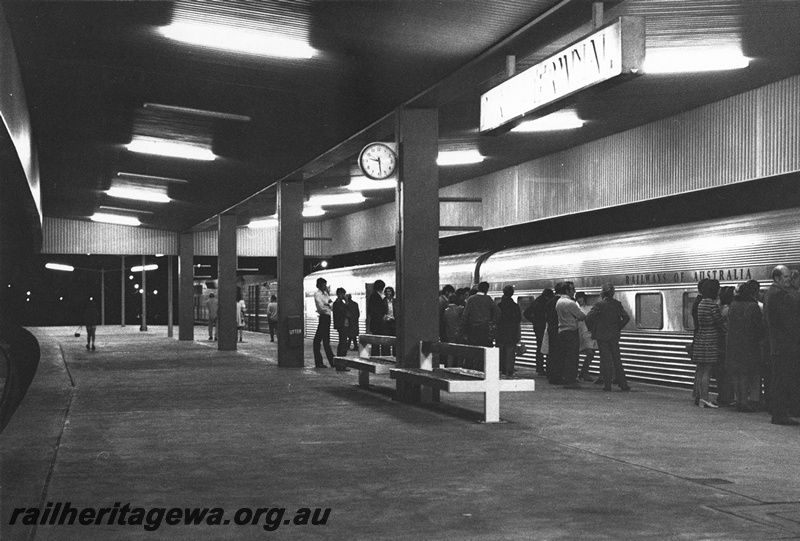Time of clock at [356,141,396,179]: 9:28
